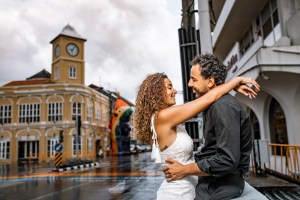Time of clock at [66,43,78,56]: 6:06
